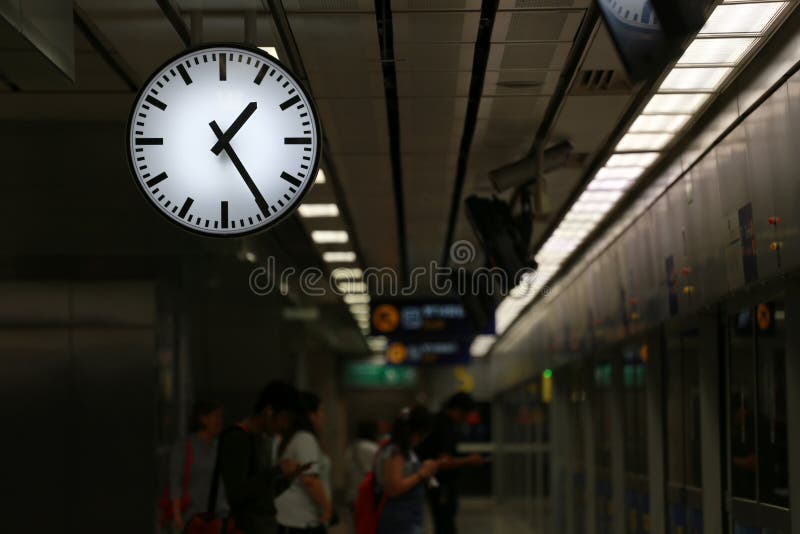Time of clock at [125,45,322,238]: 1:24
